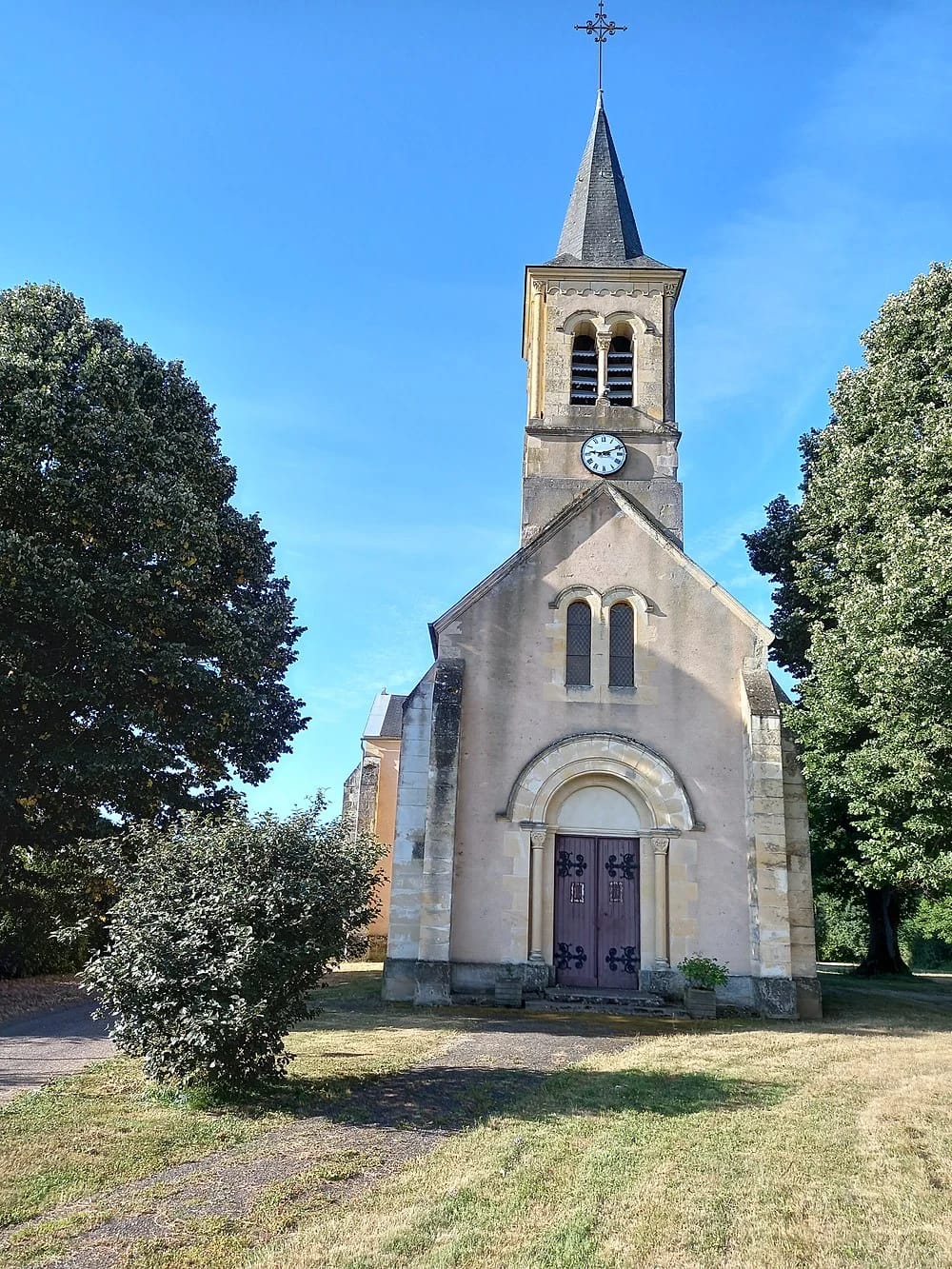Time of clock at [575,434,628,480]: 9:11
